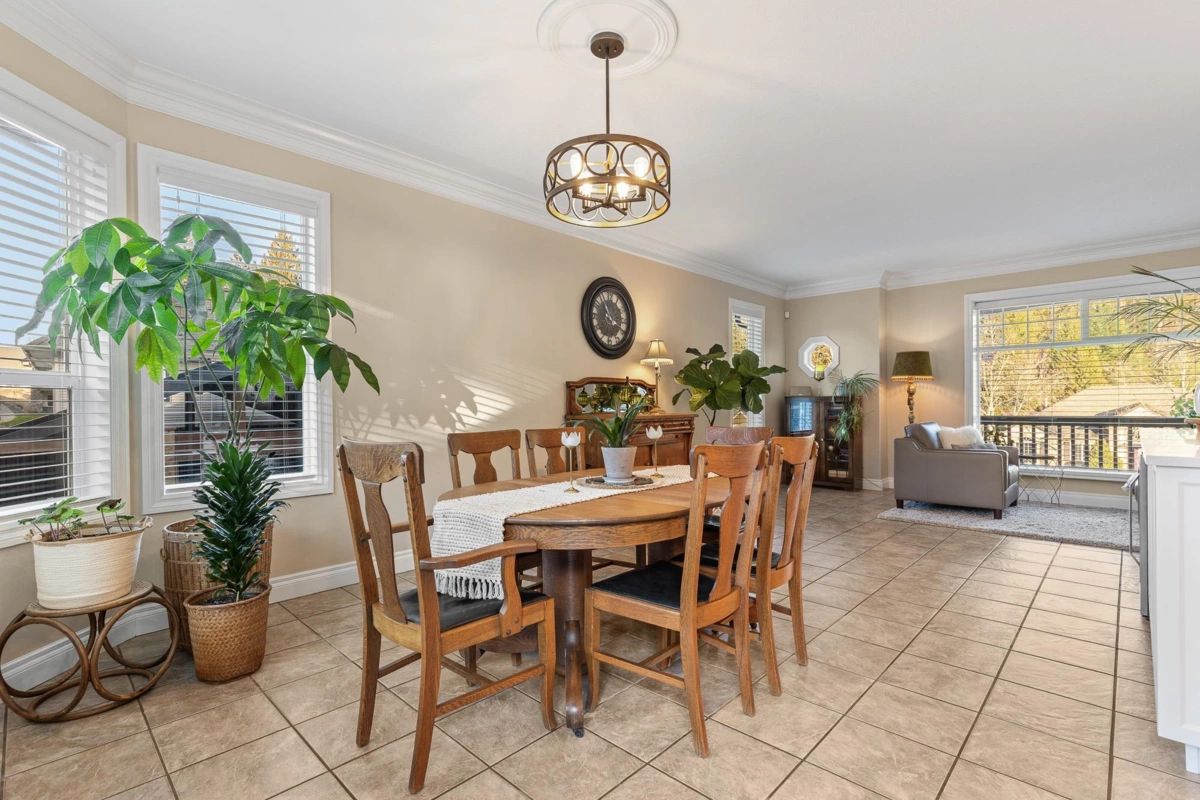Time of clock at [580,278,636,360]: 11:20
